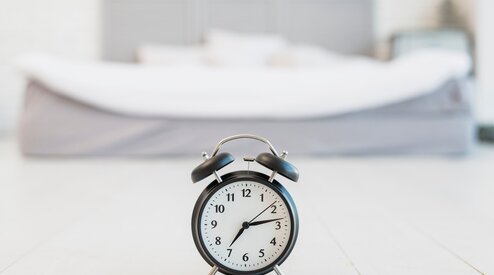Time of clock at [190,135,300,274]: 7:13
